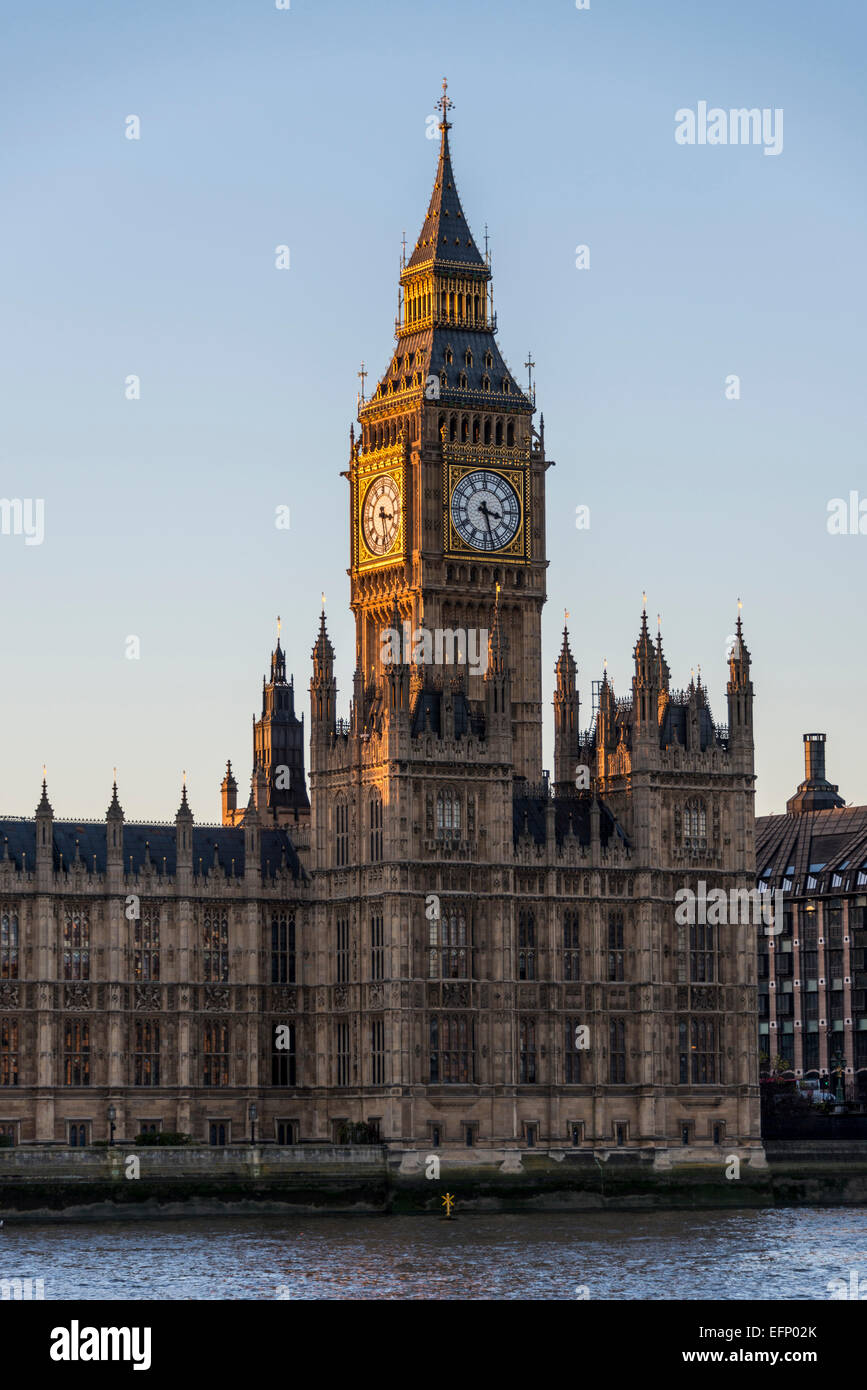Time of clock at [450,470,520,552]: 3:27
